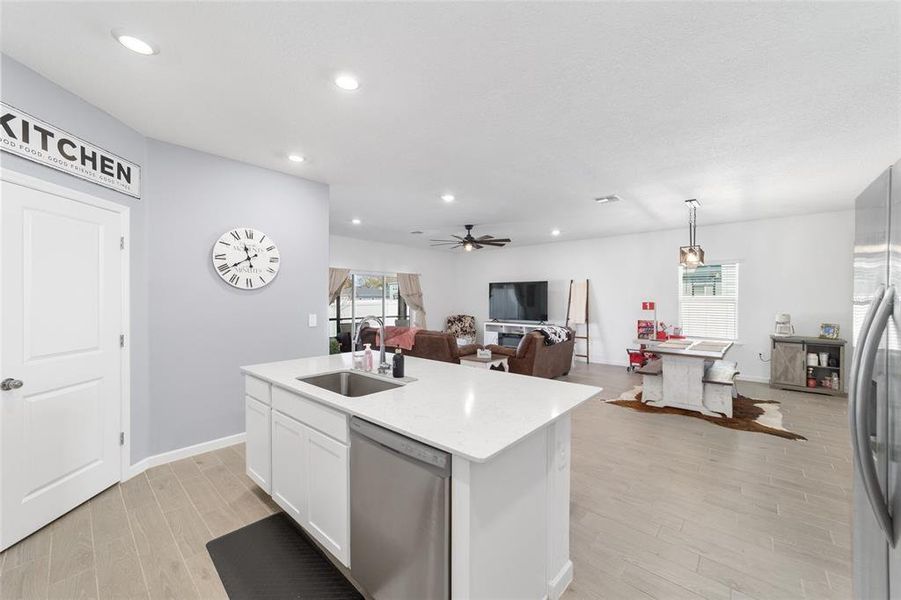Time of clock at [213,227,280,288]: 11:39
